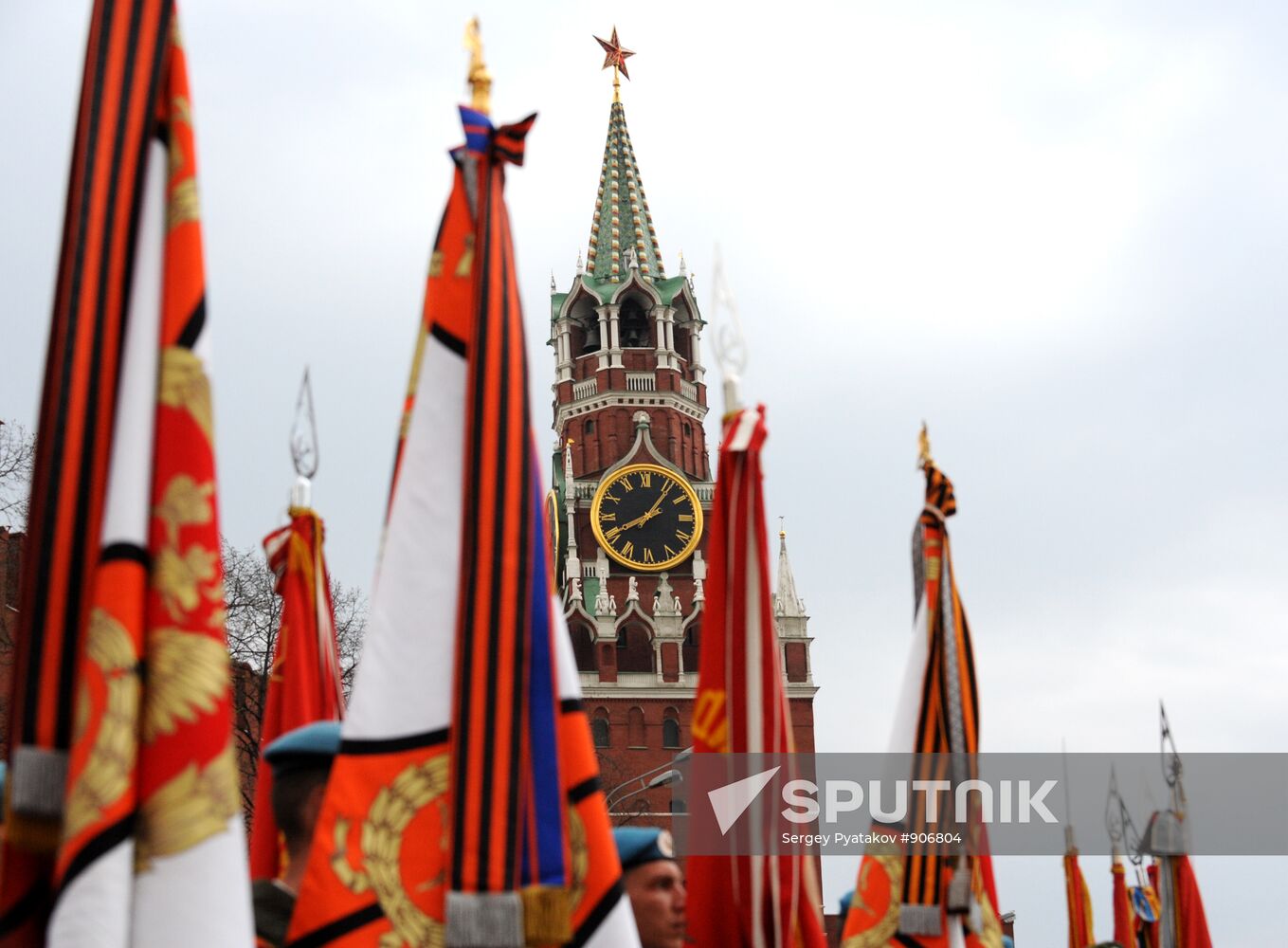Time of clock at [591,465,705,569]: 8:06
